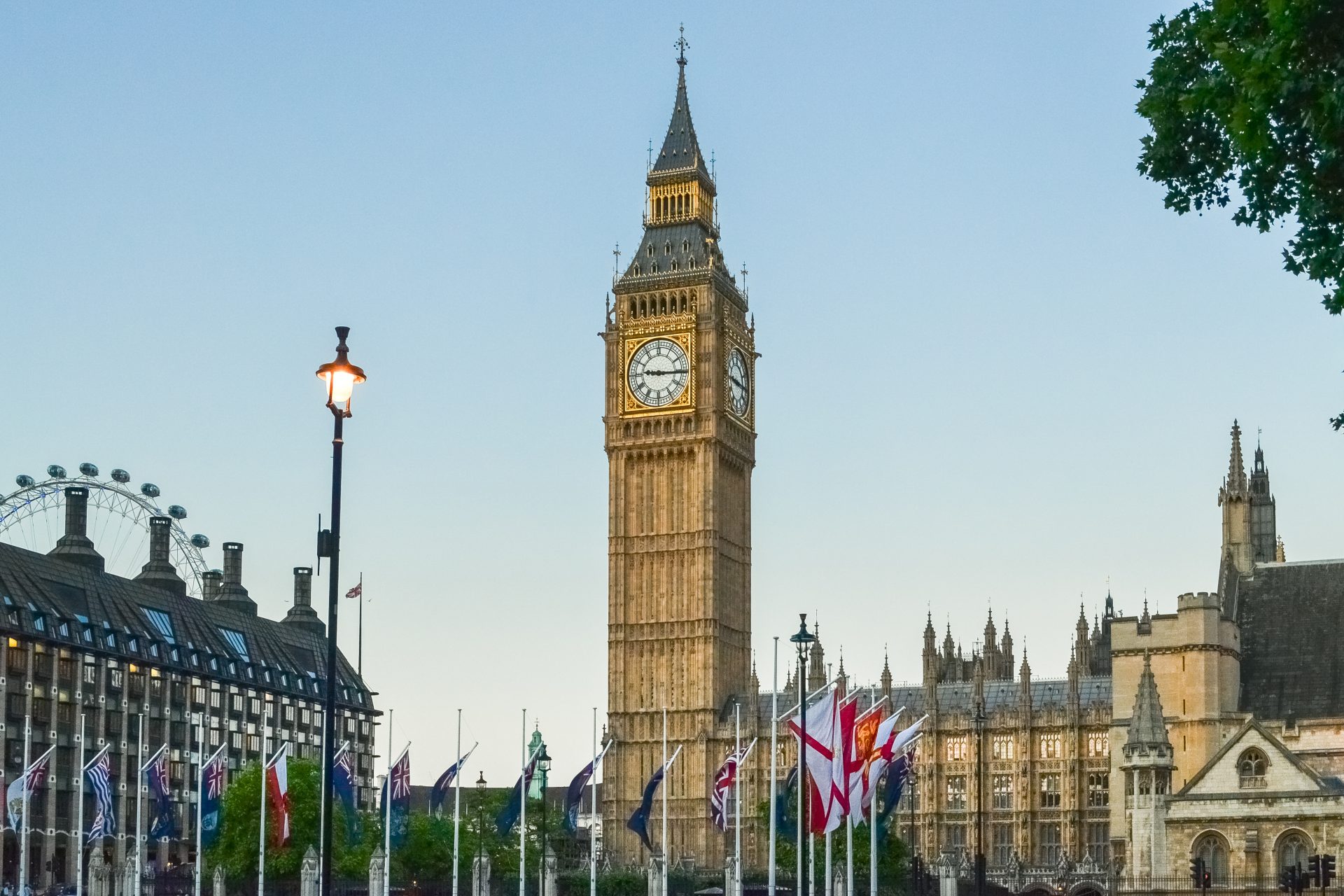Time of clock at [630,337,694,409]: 9:15
